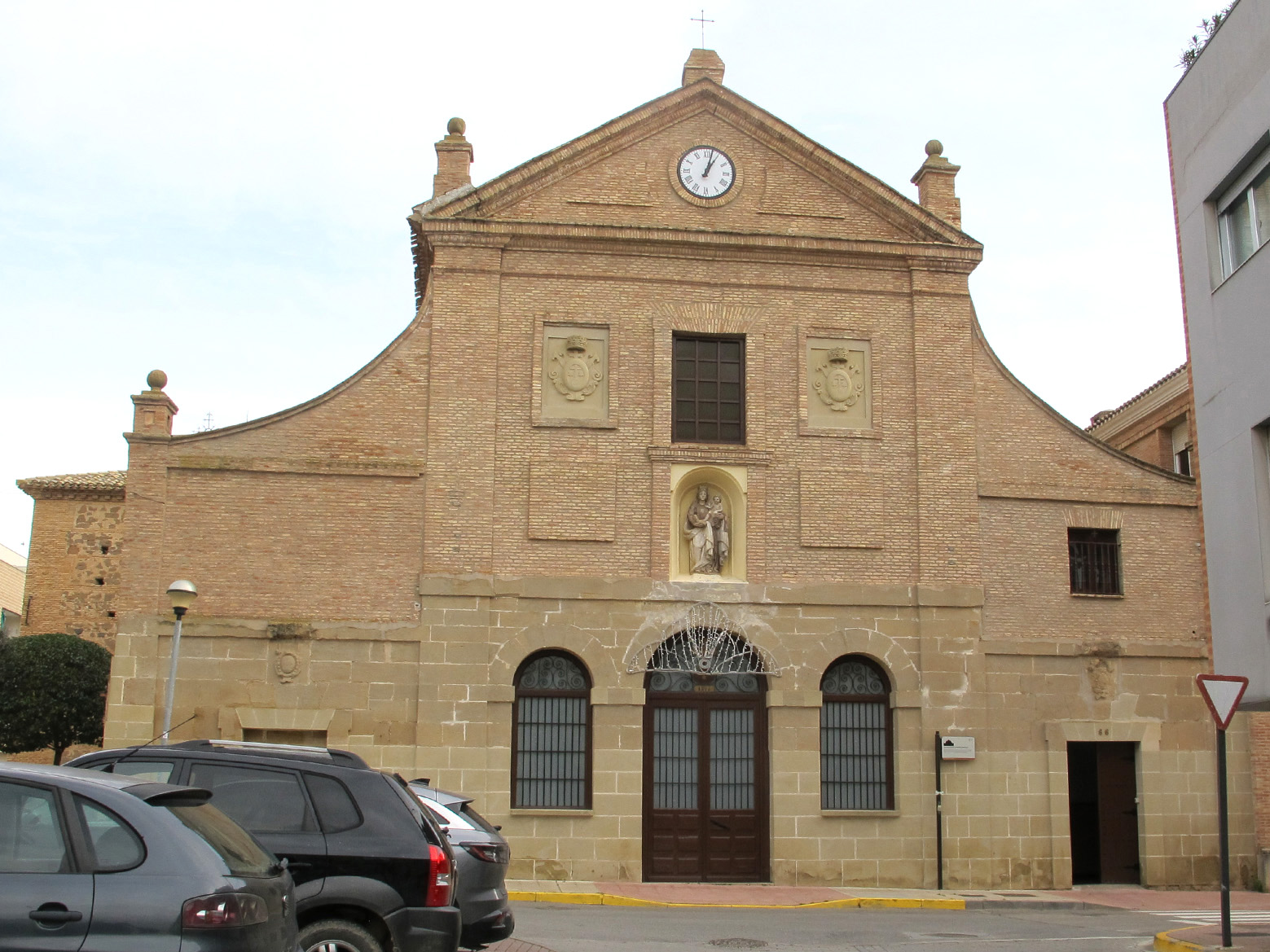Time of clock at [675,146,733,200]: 1:02
